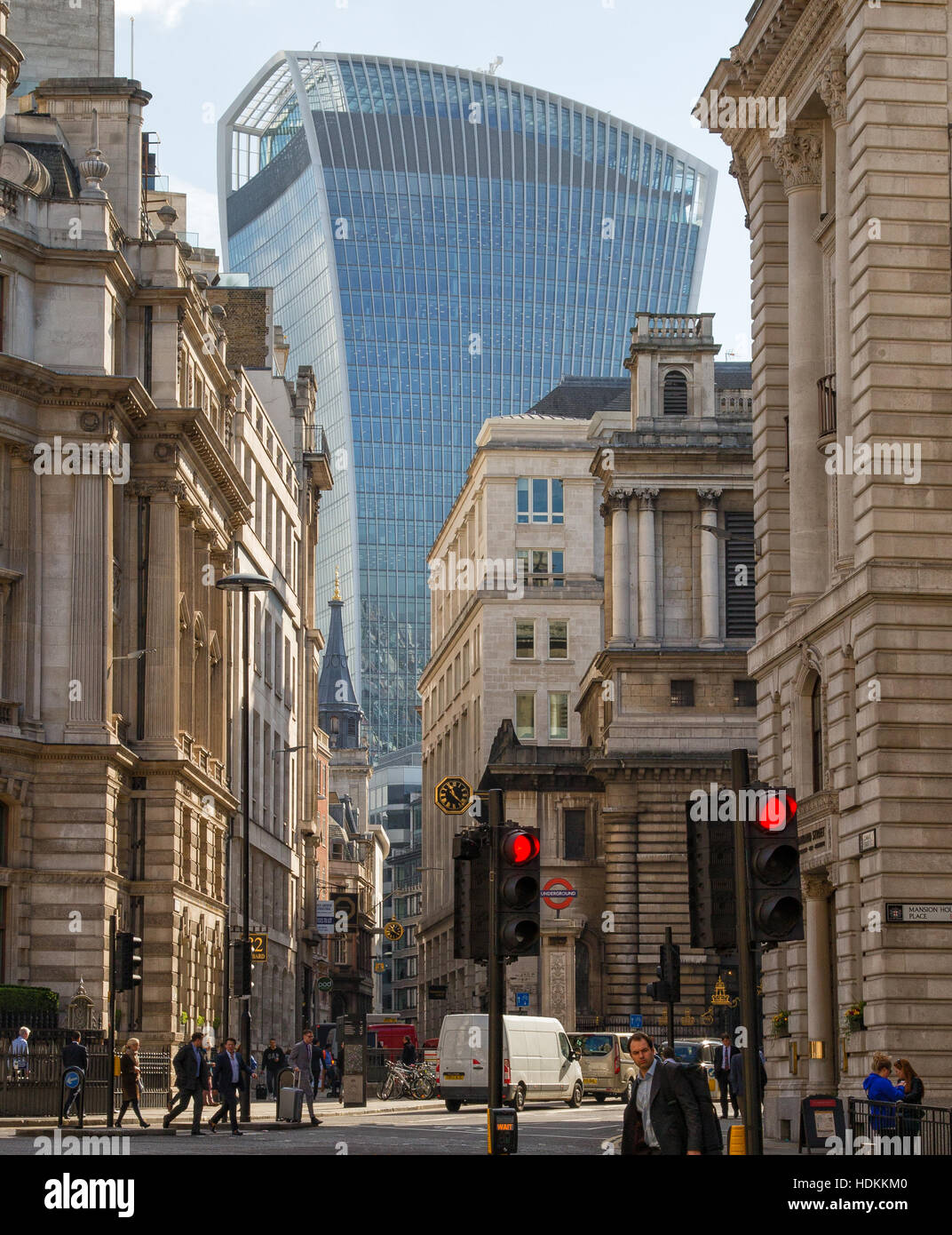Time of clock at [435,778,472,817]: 11:22
